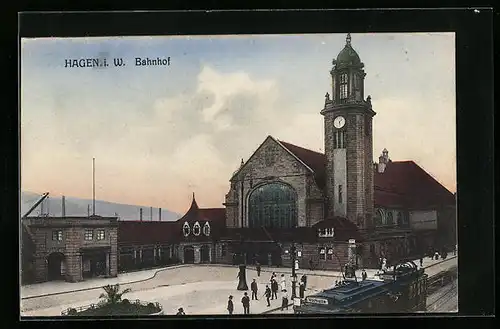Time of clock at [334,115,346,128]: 1:28
